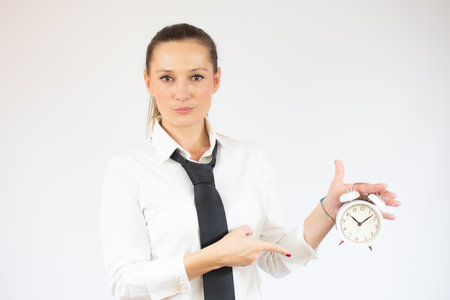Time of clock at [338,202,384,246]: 10:07
